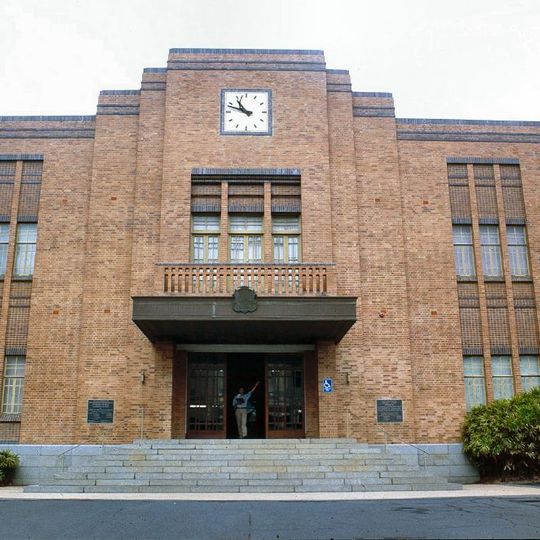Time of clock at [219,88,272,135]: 10:48
